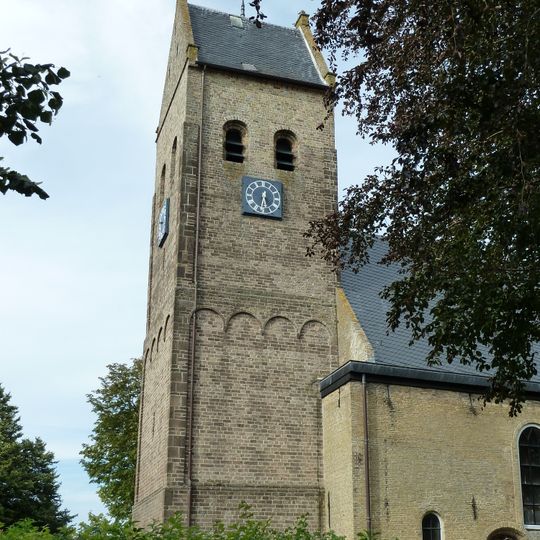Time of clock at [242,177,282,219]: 5:32
